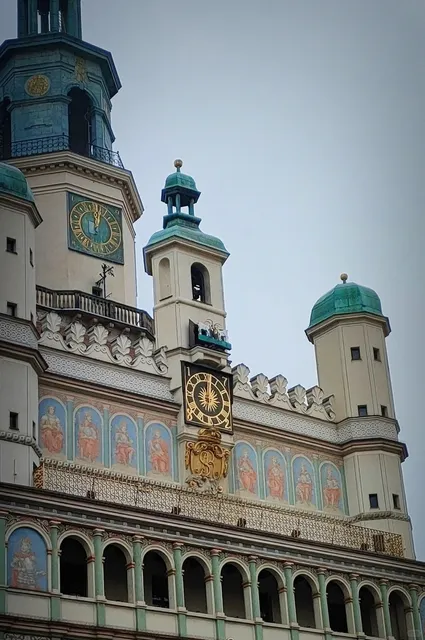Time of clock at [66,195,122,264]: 12:02
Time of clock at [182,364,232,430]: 12:00
